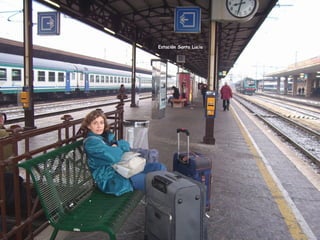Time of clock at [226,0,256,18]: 8:32
